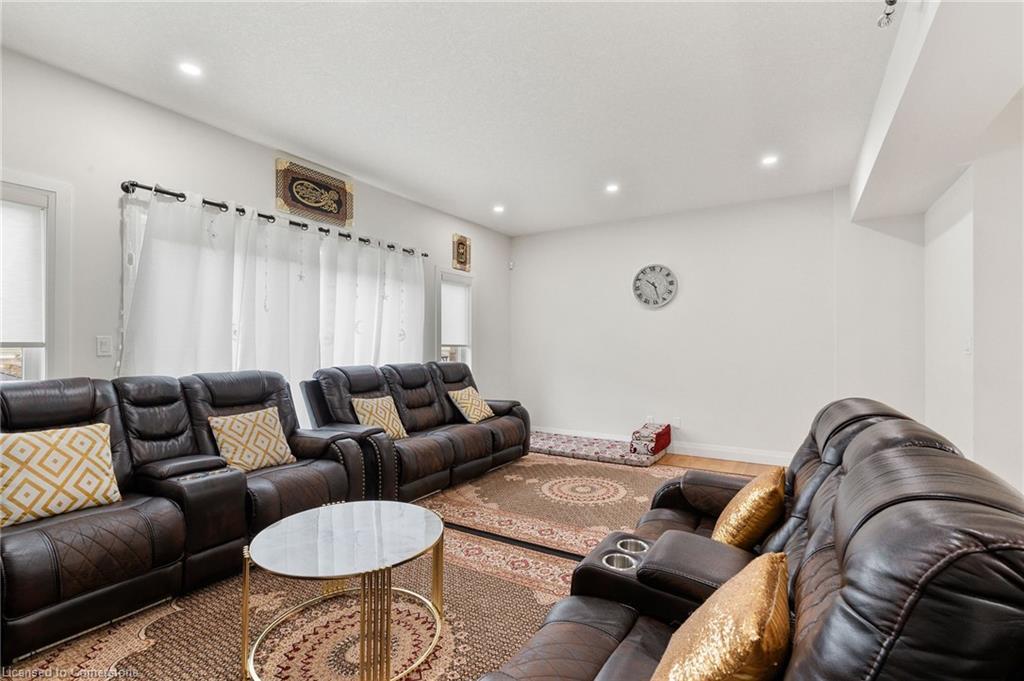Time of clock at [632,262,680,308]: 10:28
